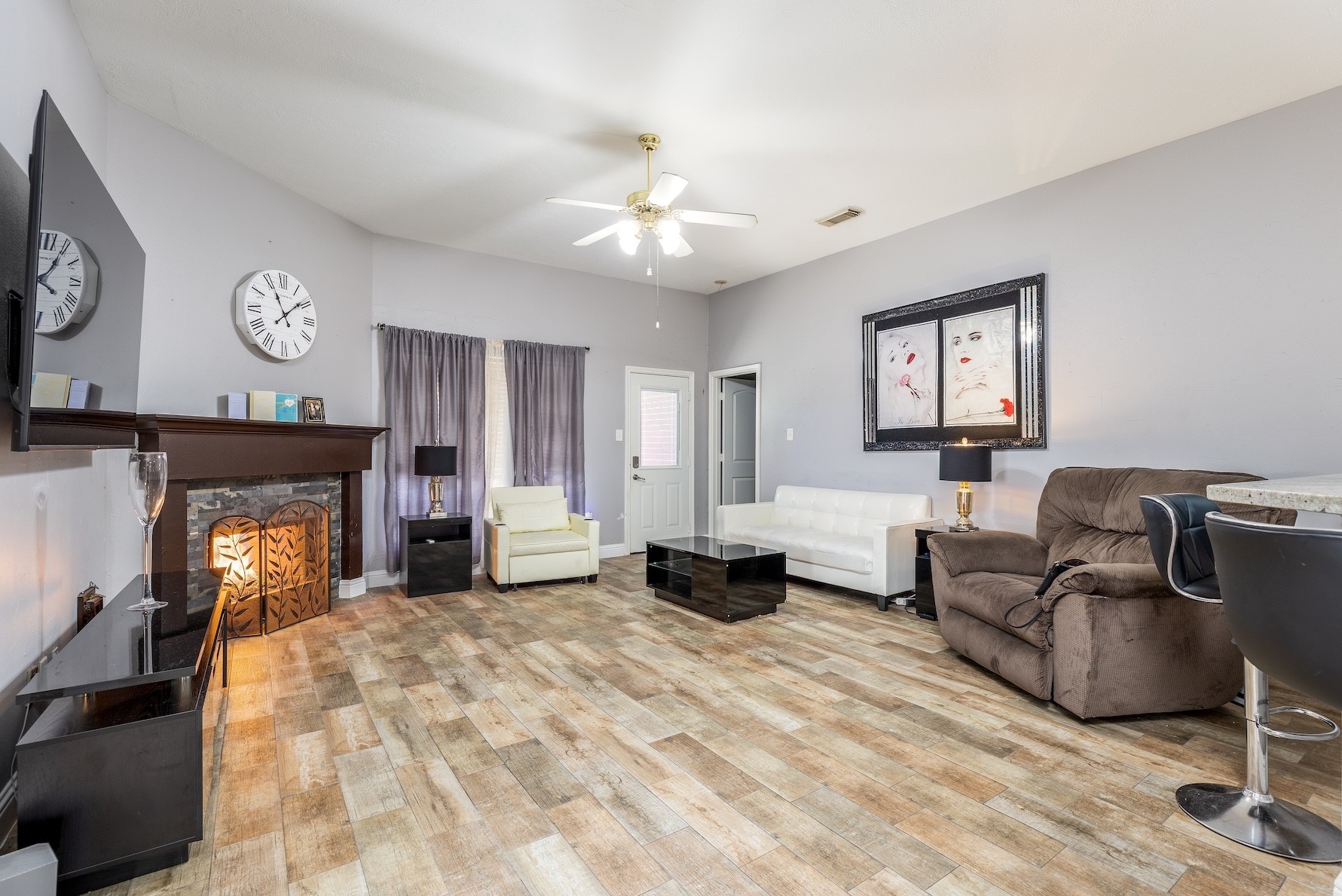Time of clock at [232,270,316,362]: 11:08
